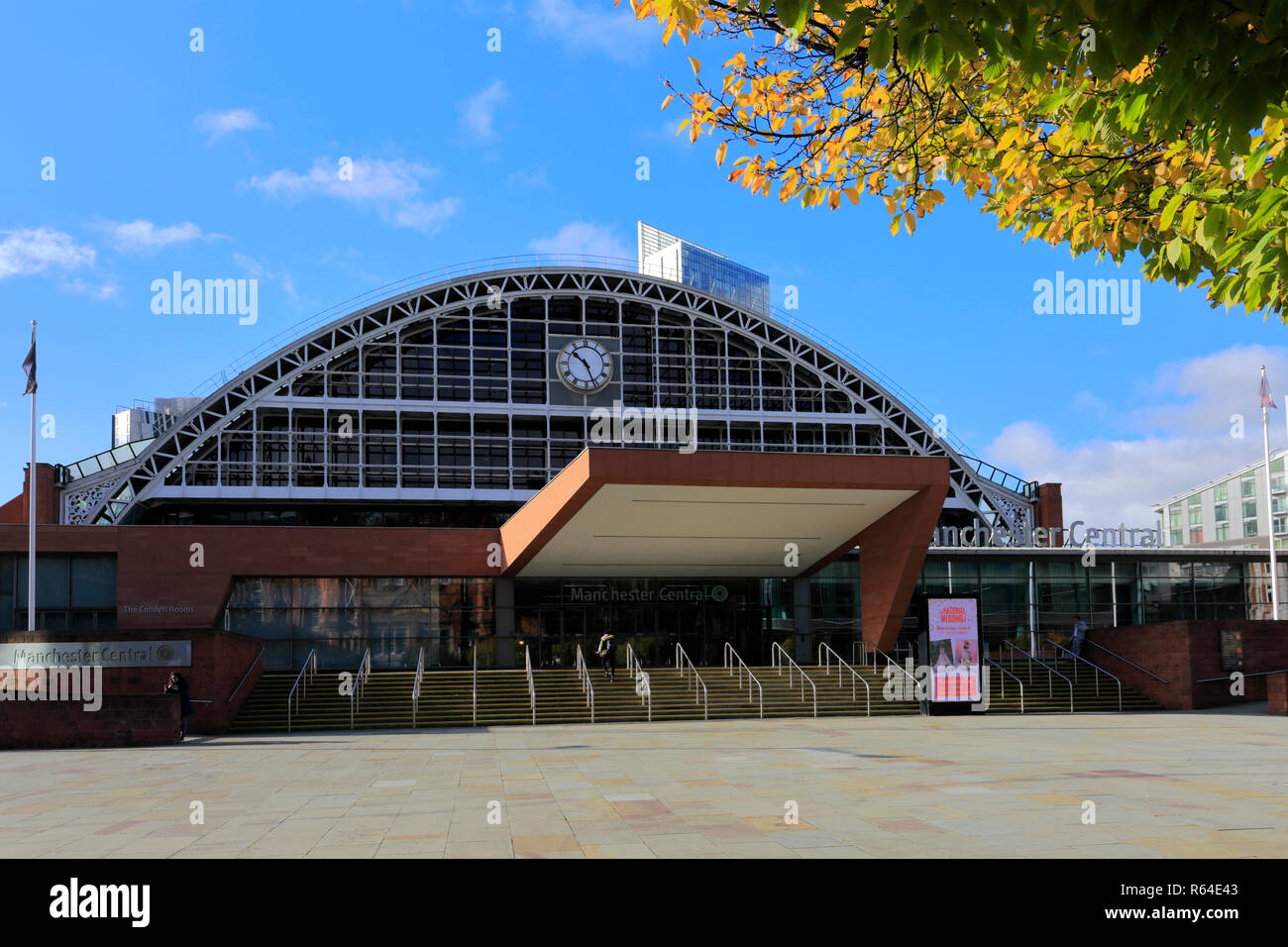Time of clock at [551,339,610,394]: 10:26
